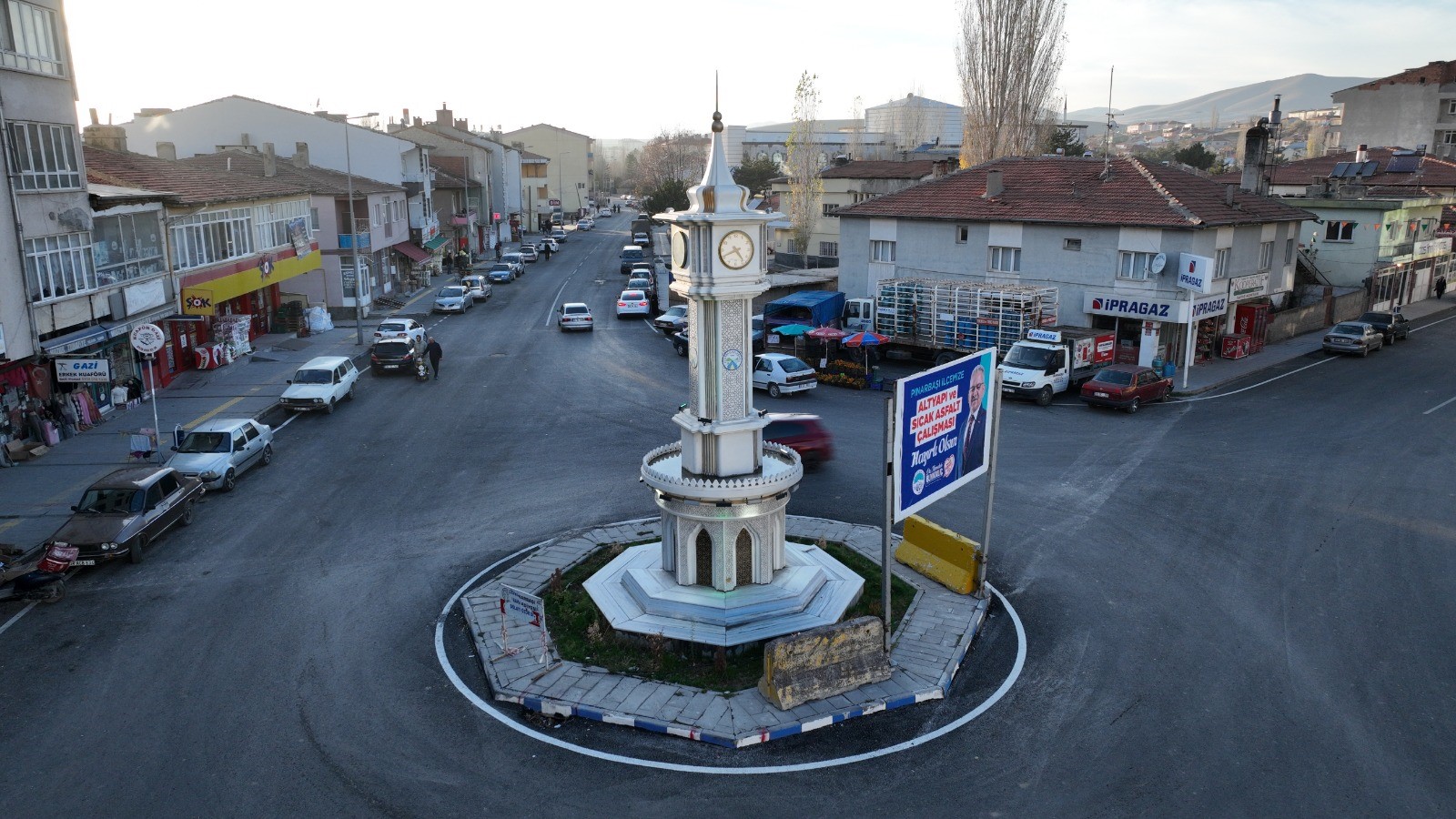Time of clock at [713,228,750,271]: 4:41
